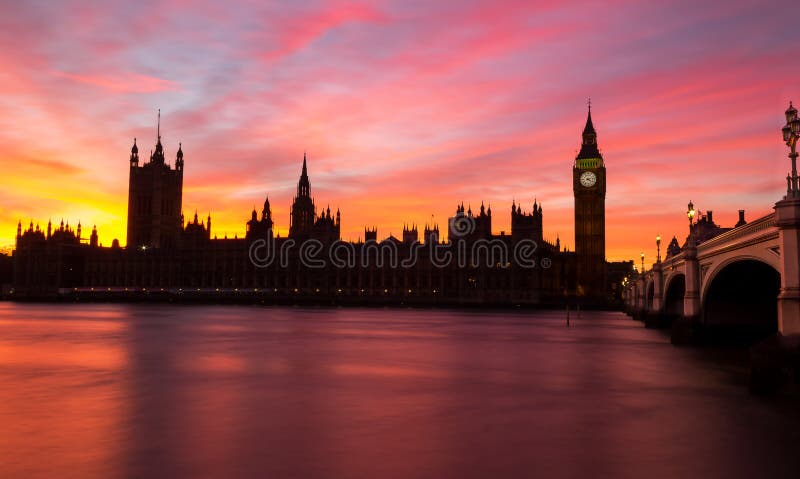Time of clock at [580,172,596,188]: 4:12
